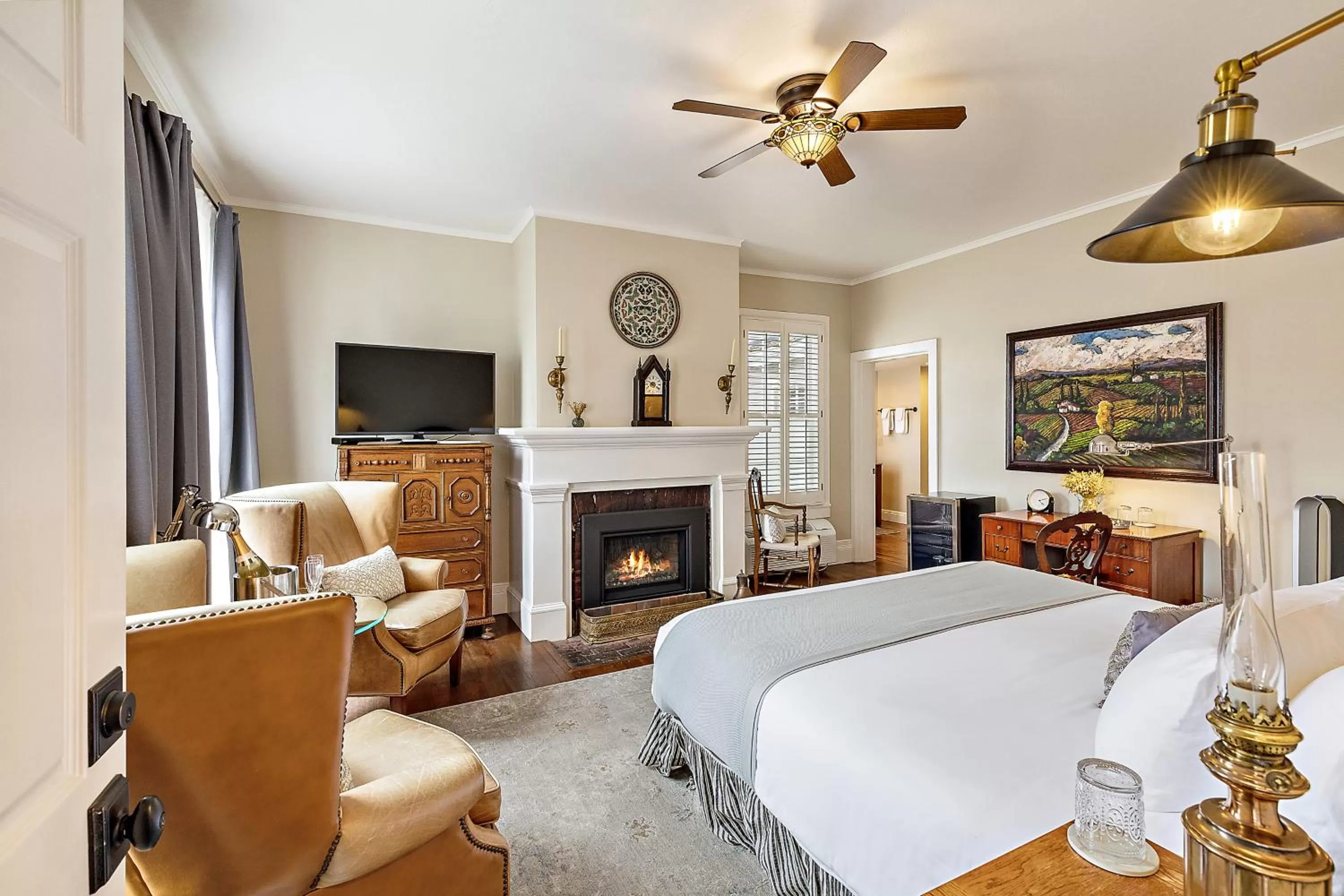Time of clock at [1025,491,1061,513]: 4:12
